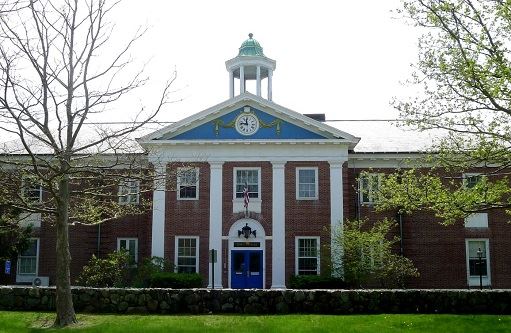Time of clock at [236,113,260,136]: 11:46
